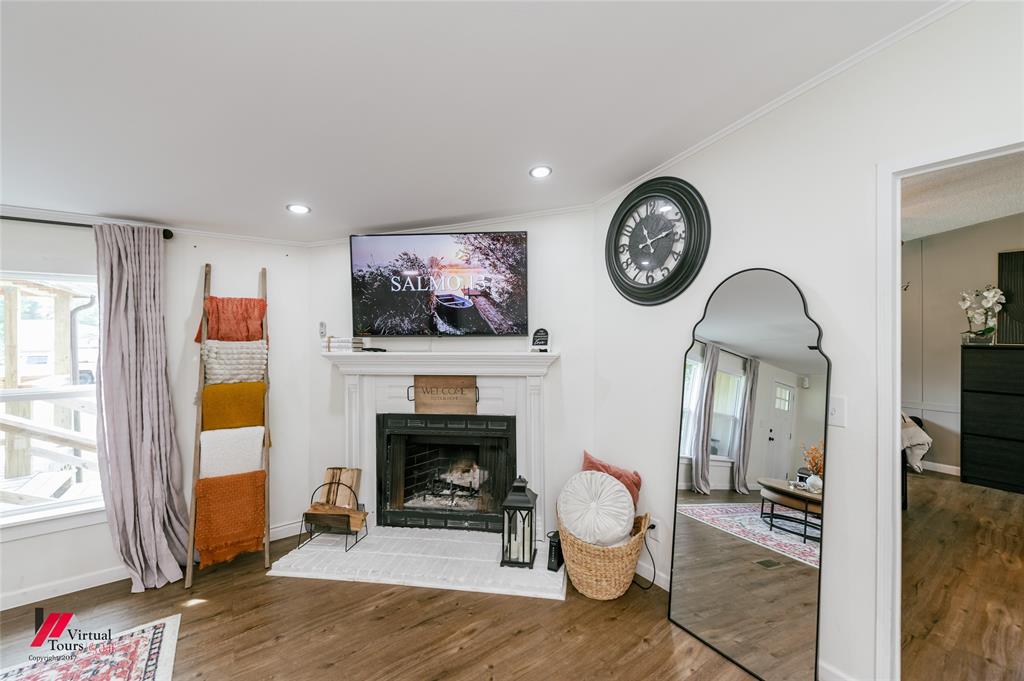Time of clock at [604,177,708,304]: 11:13
